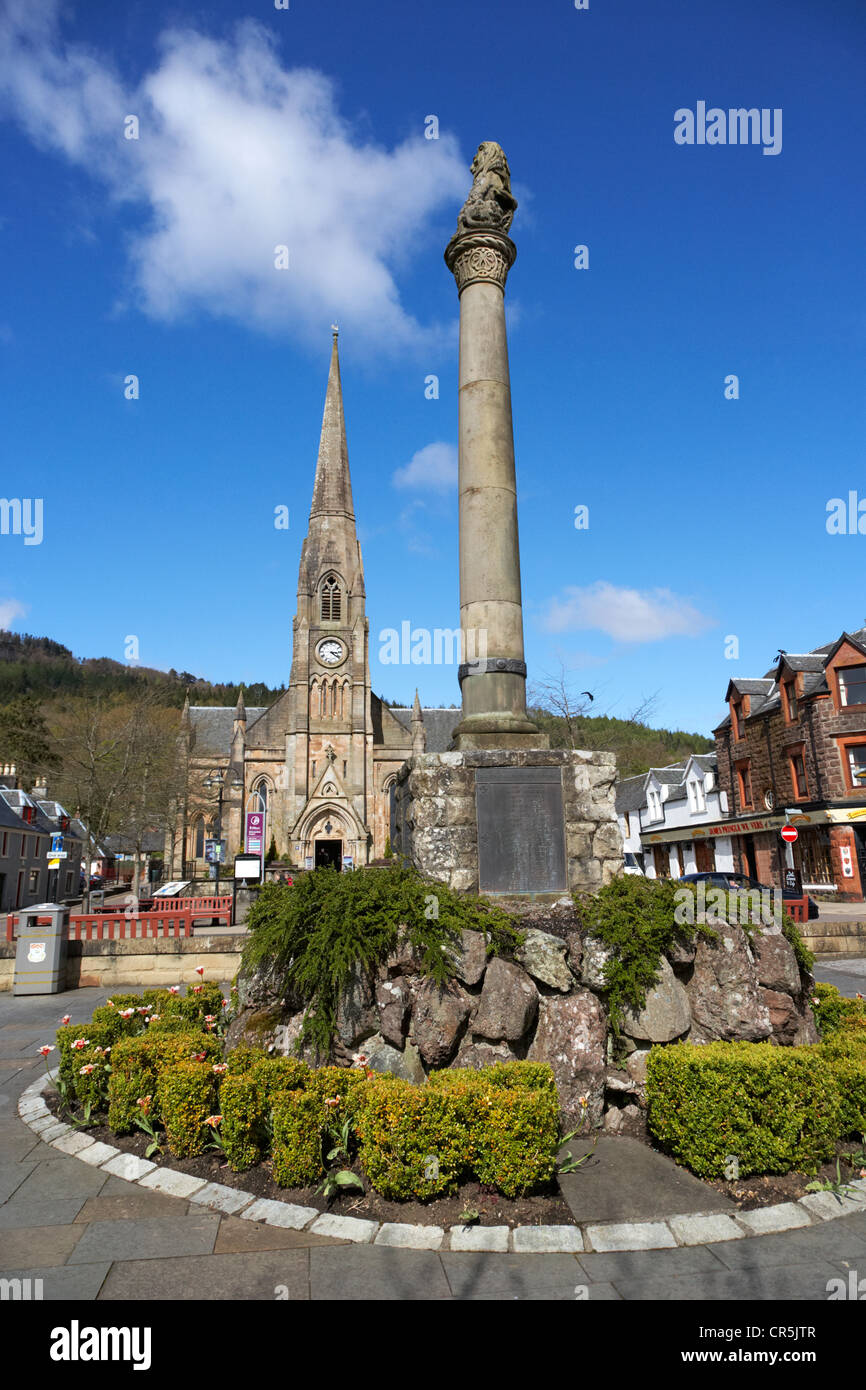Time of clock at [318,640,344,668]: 3:21
